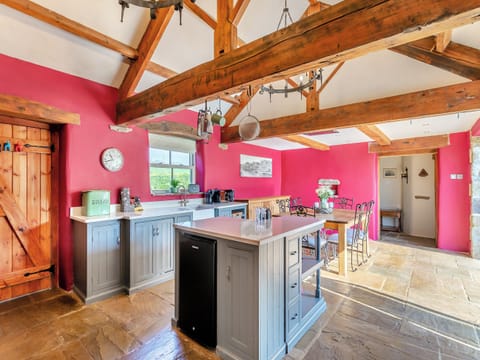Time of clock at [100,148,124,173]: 10:42
